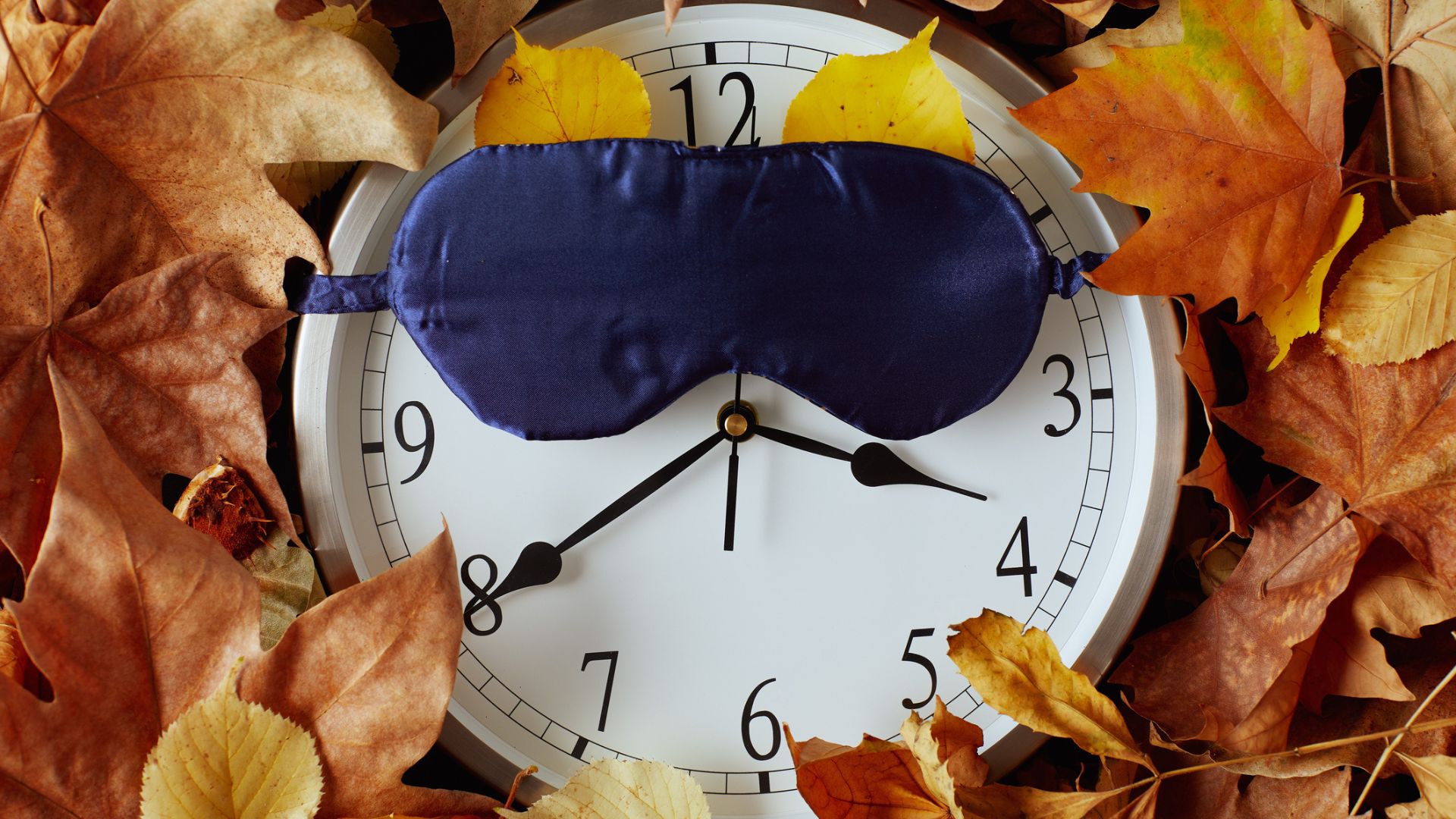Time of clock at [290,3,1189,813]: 3:39
